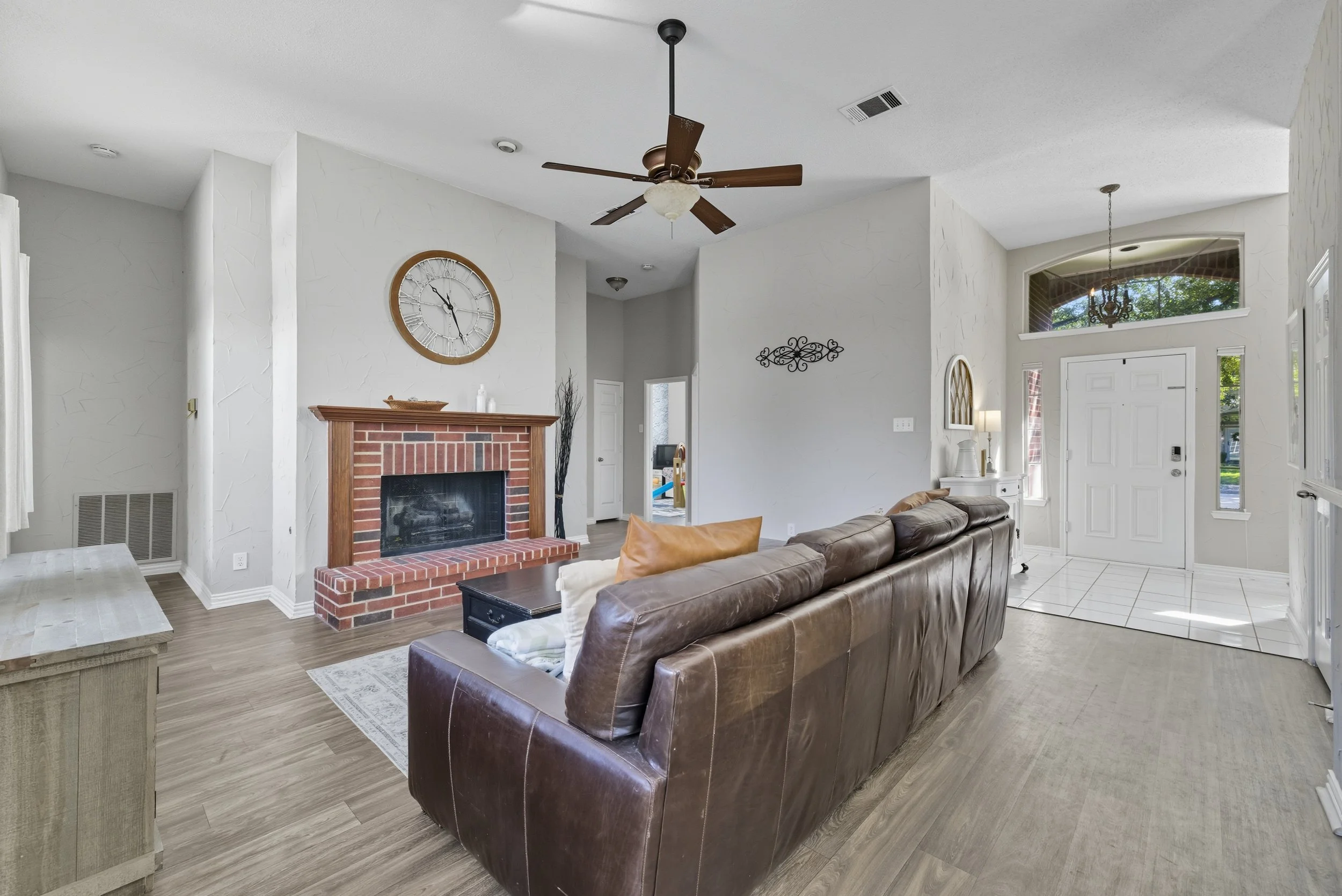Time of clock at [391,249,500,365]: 10:26
